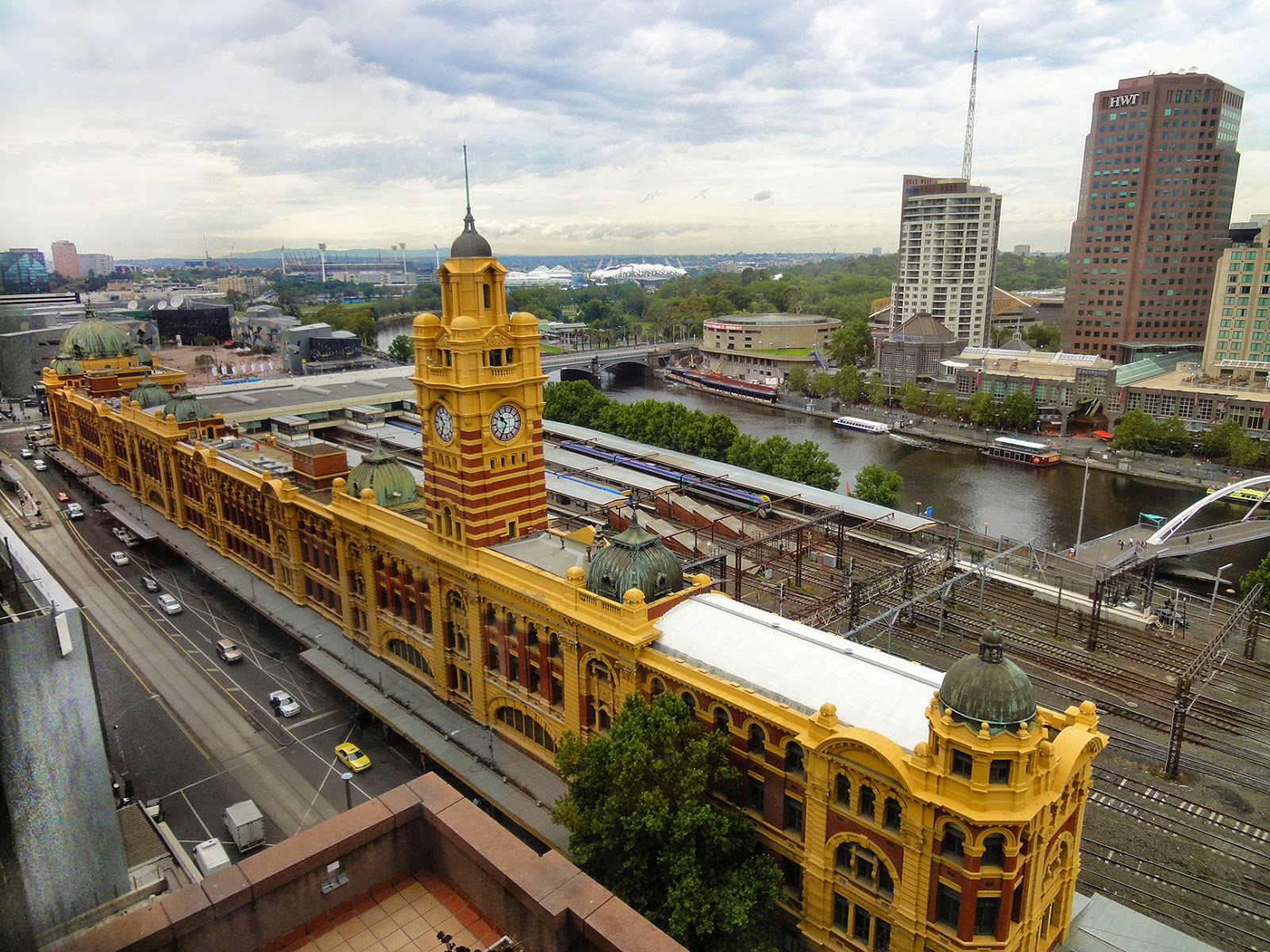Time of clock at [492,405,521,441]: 10:34
